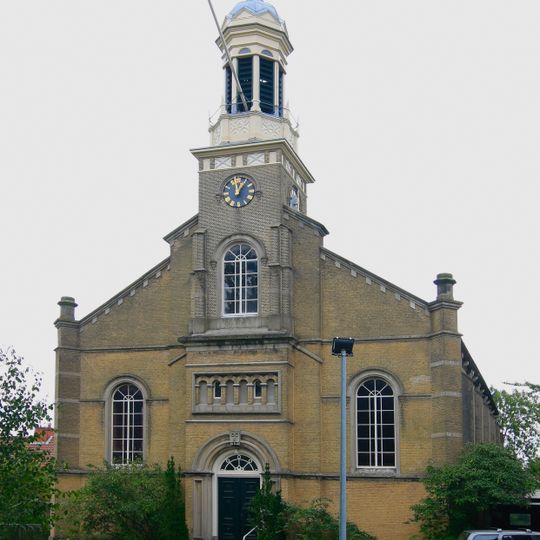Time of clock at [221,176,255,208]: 12:05
